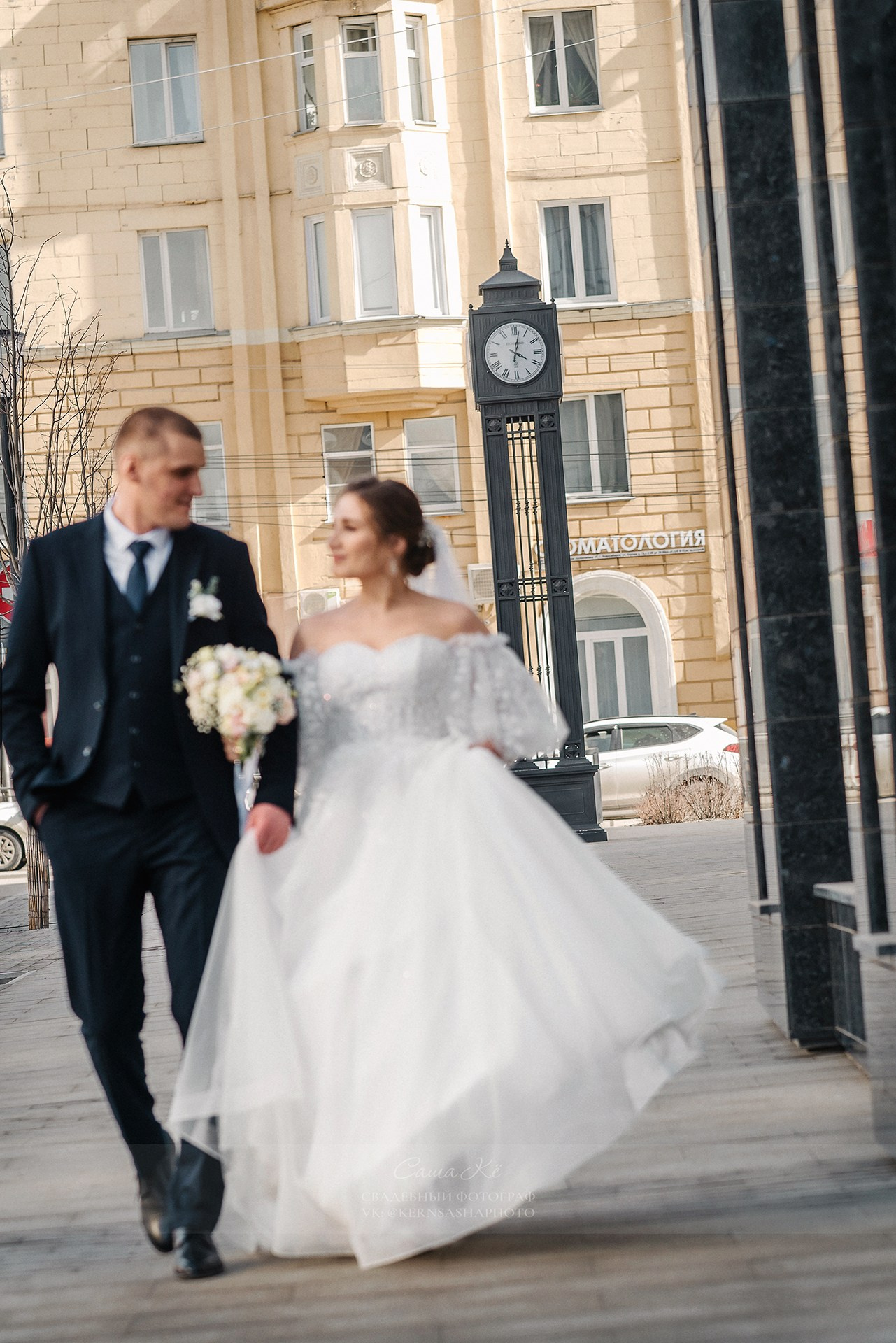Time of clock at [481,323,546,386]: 4:01
